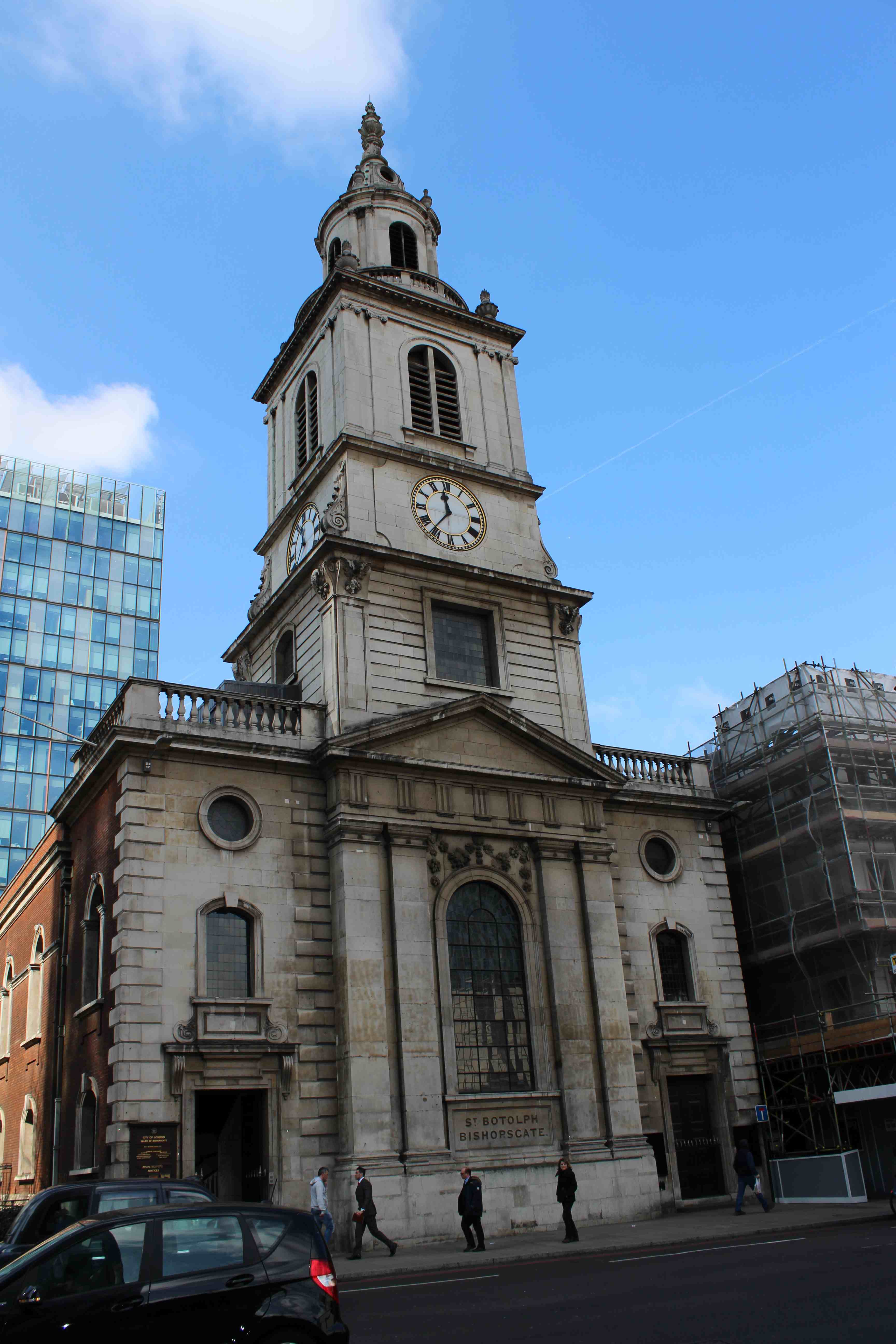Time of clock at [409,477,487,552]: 11:36
